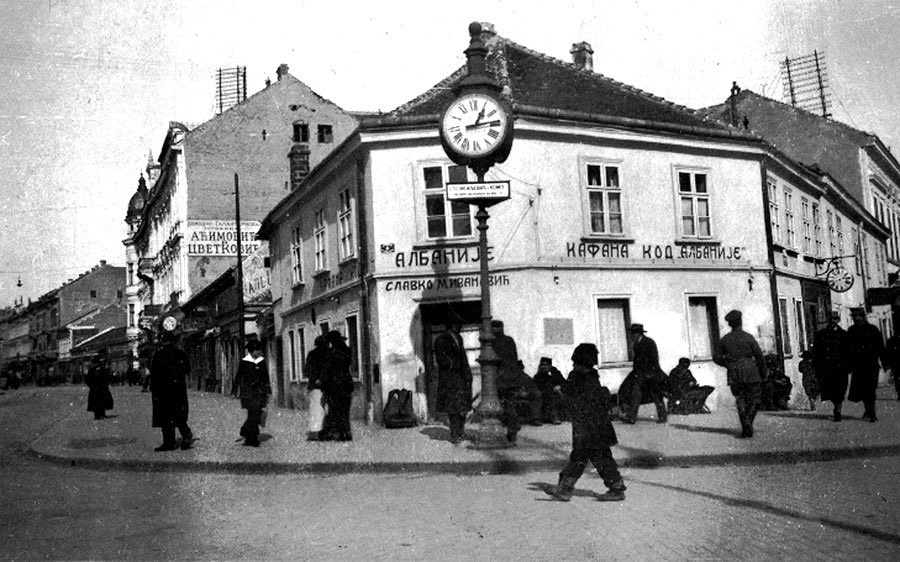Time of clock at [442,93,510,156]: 1:13
